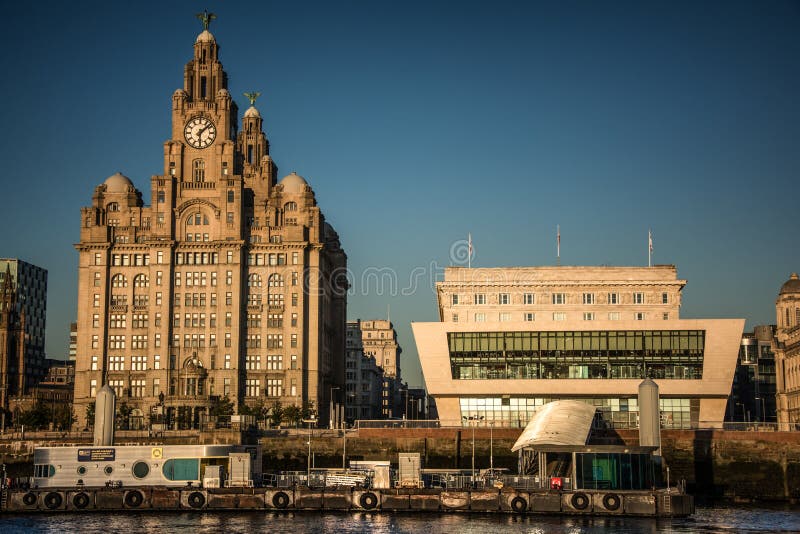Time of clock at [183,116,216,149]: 6:08
